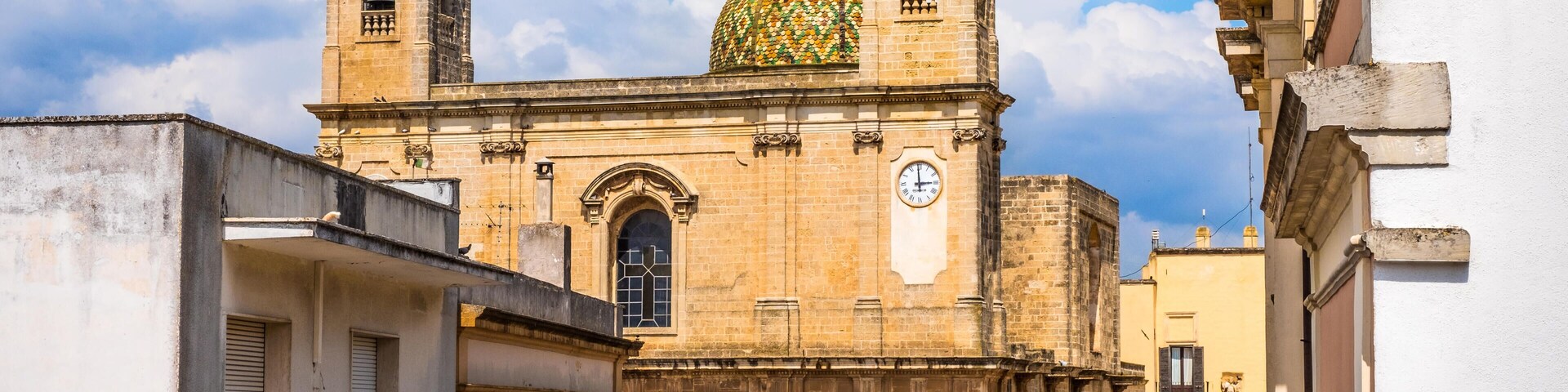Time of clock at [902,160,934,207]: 2:59
